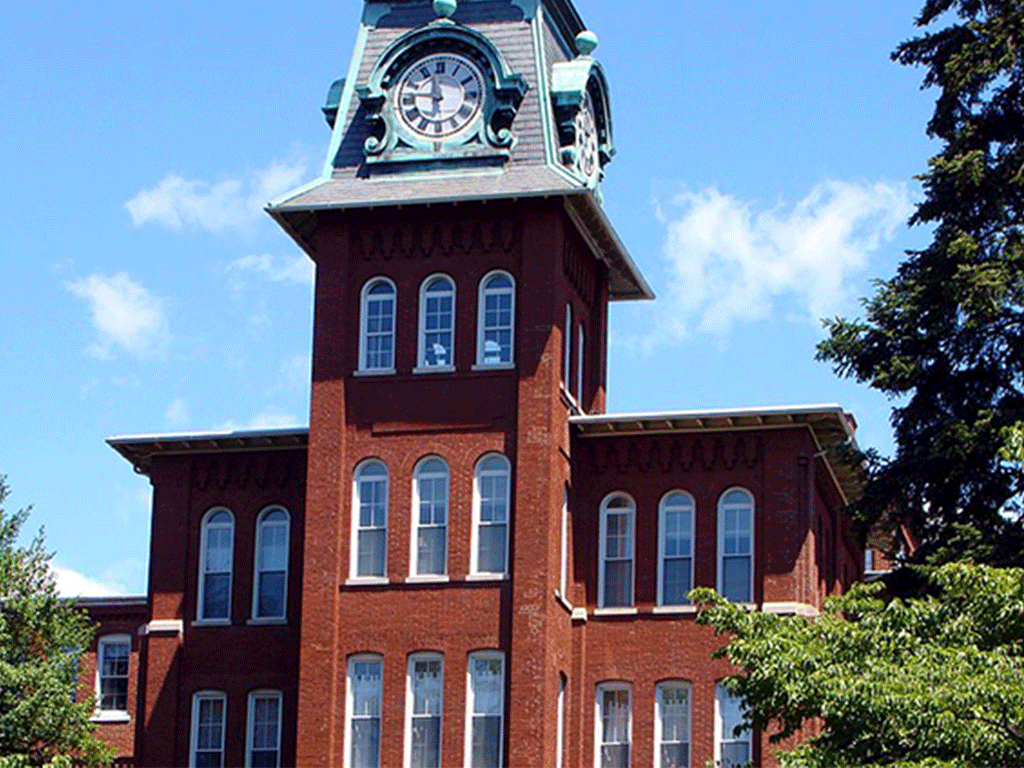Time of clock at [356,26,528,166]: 11:46
